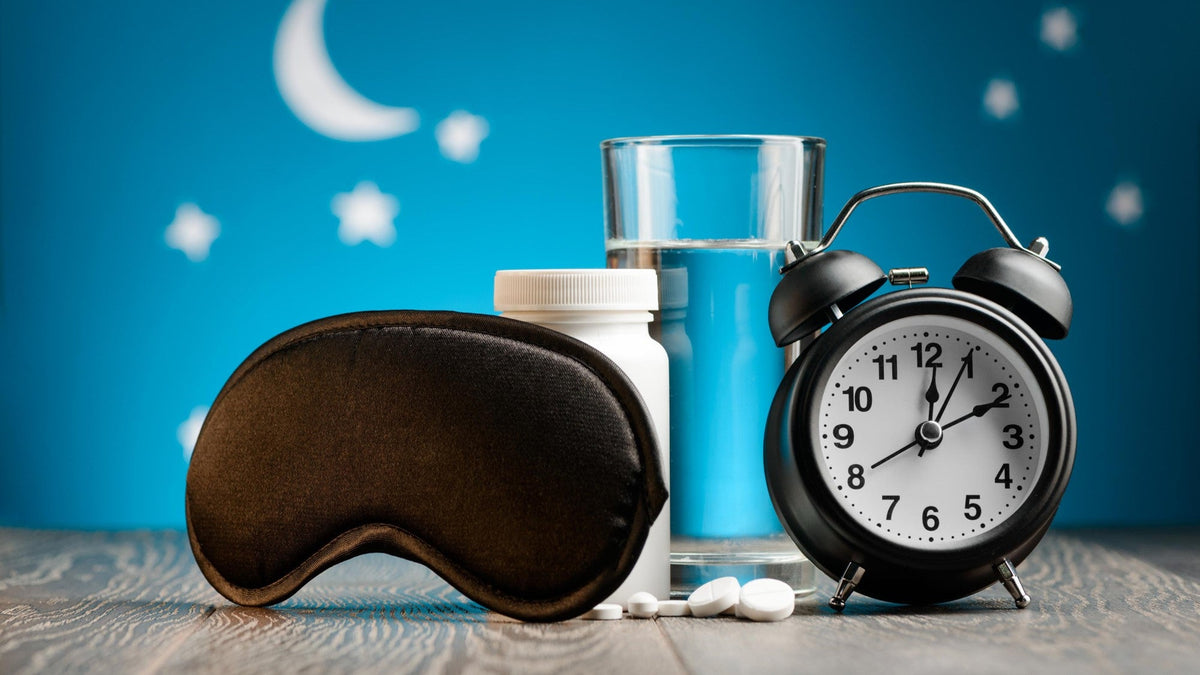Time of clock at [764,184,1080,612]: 12:10
